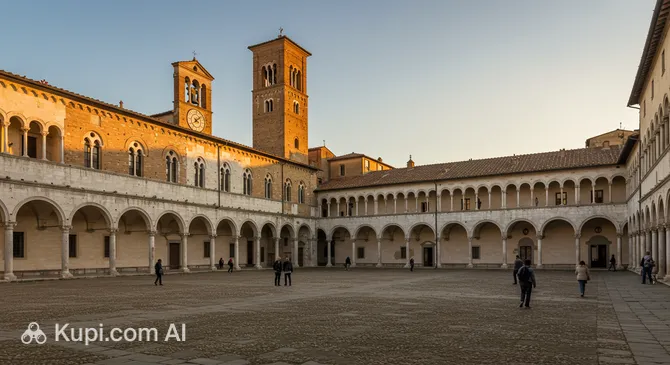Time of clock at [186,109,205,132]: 4:09
